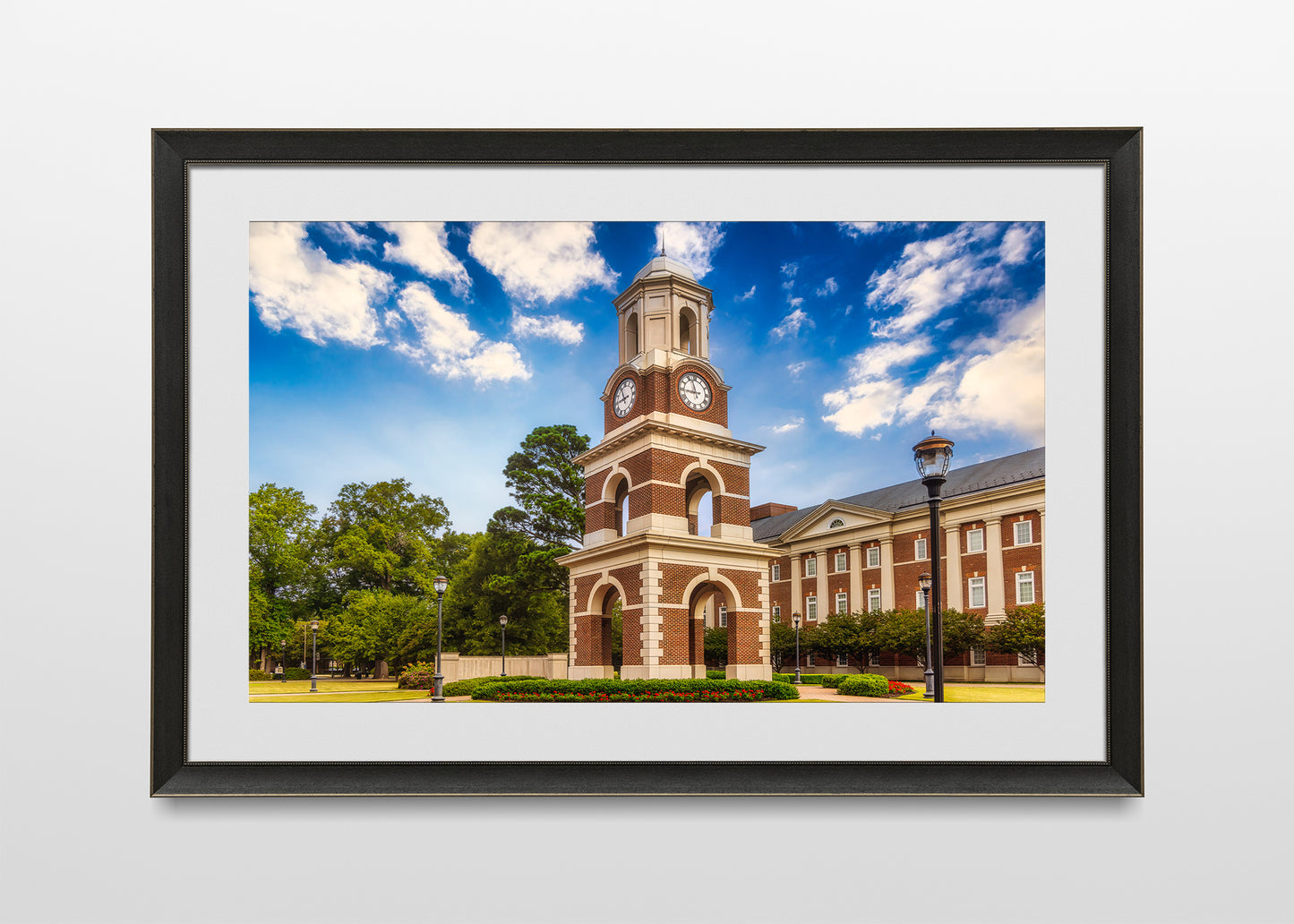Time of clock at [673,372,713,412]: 8:57
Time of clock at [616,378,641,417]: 8:56
